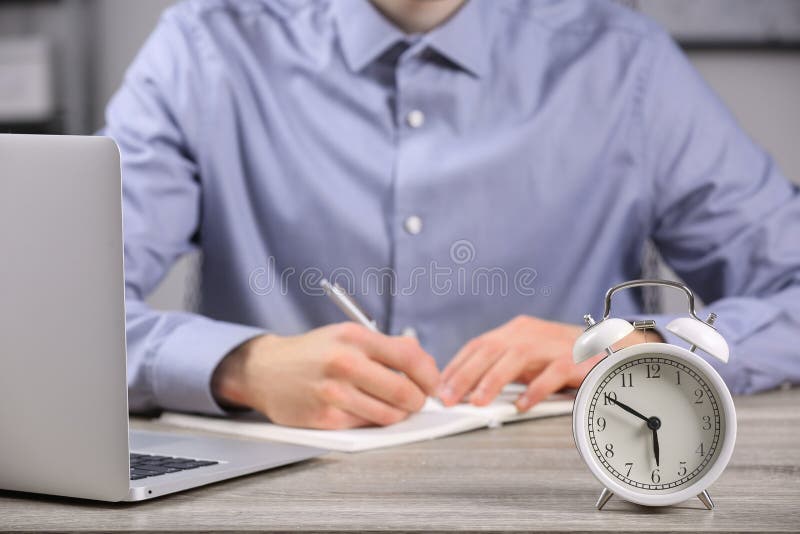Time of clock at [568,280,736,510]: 5:50
